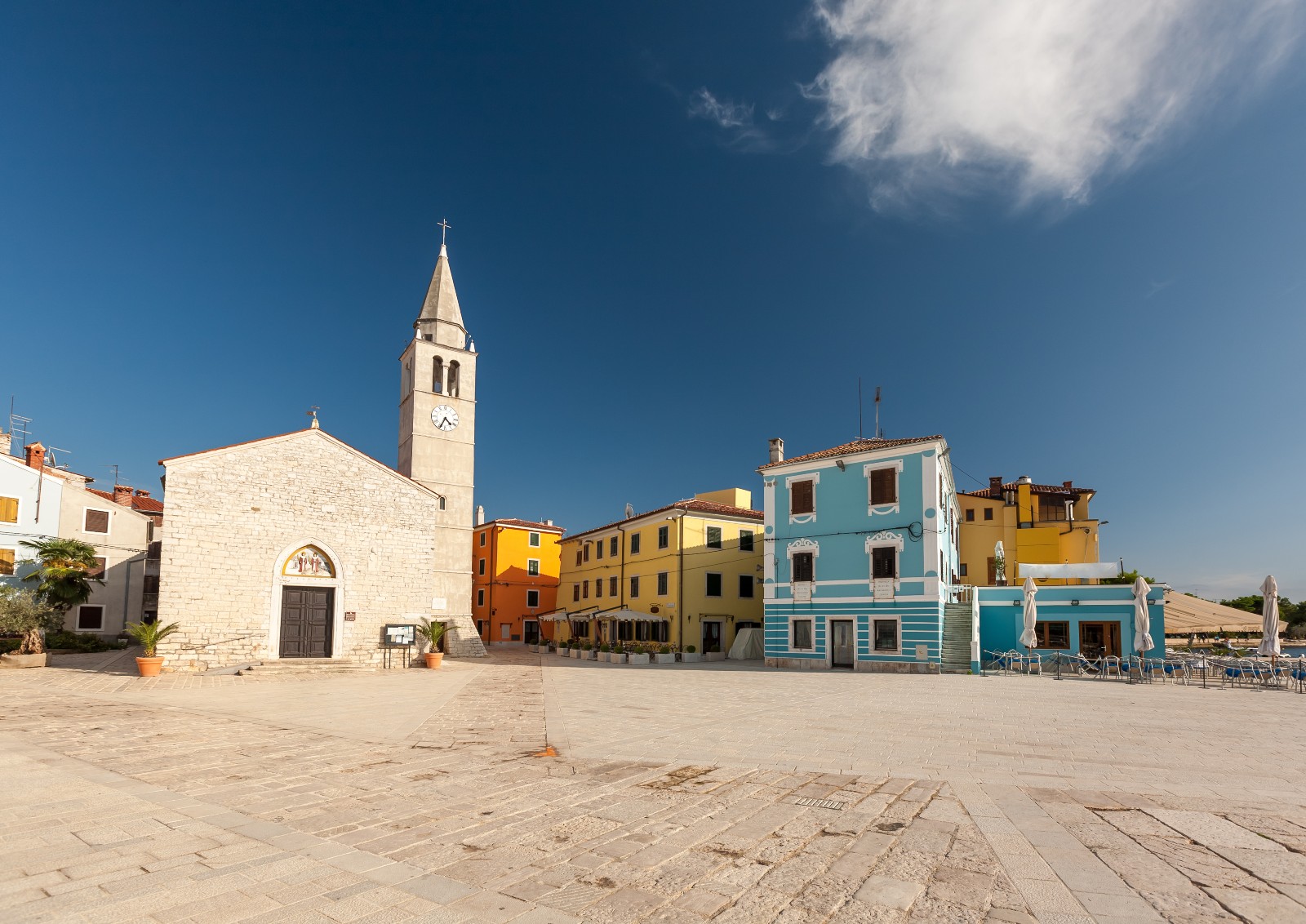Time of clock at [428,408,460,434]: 4:34
